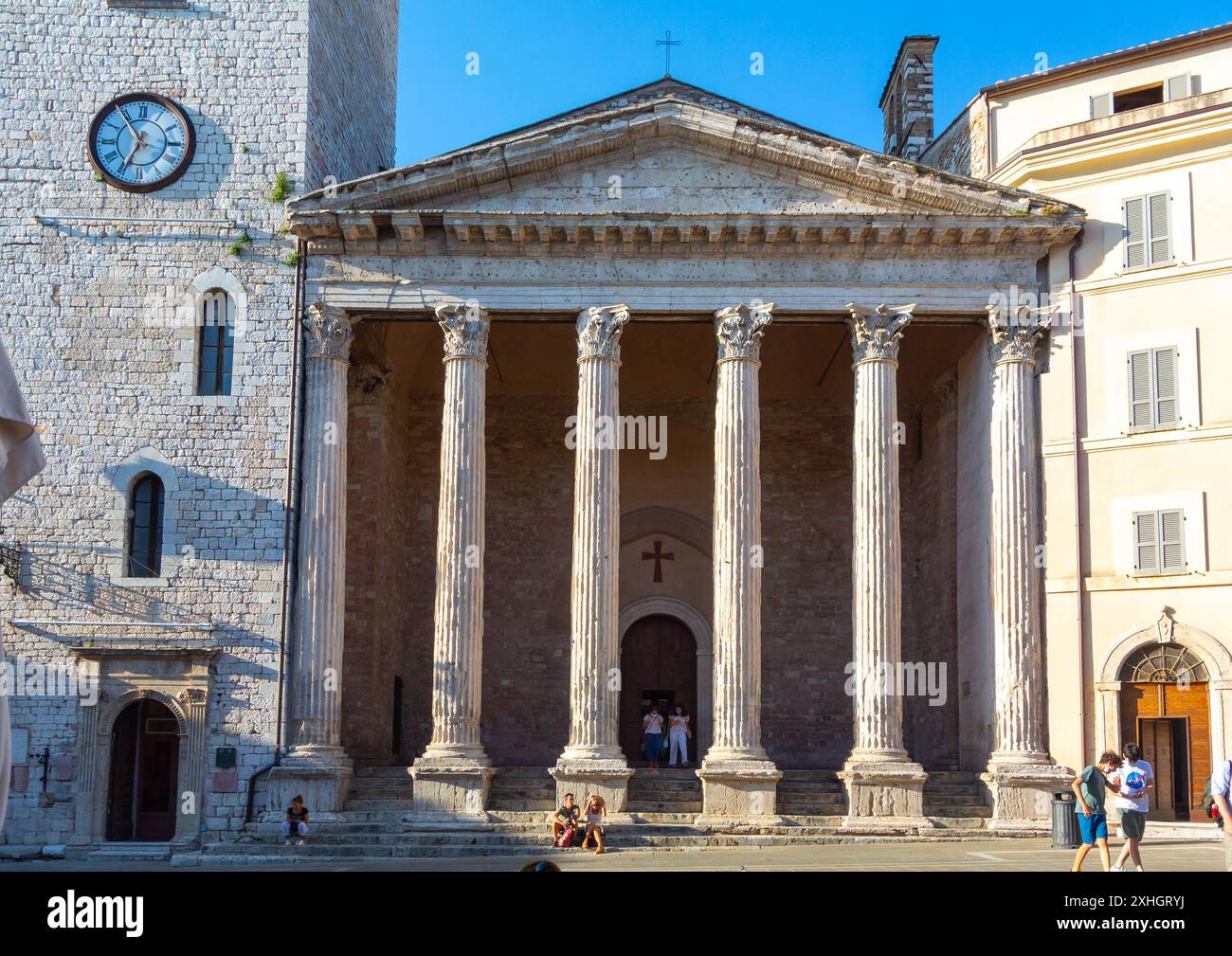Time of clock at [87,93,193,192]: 6:54
